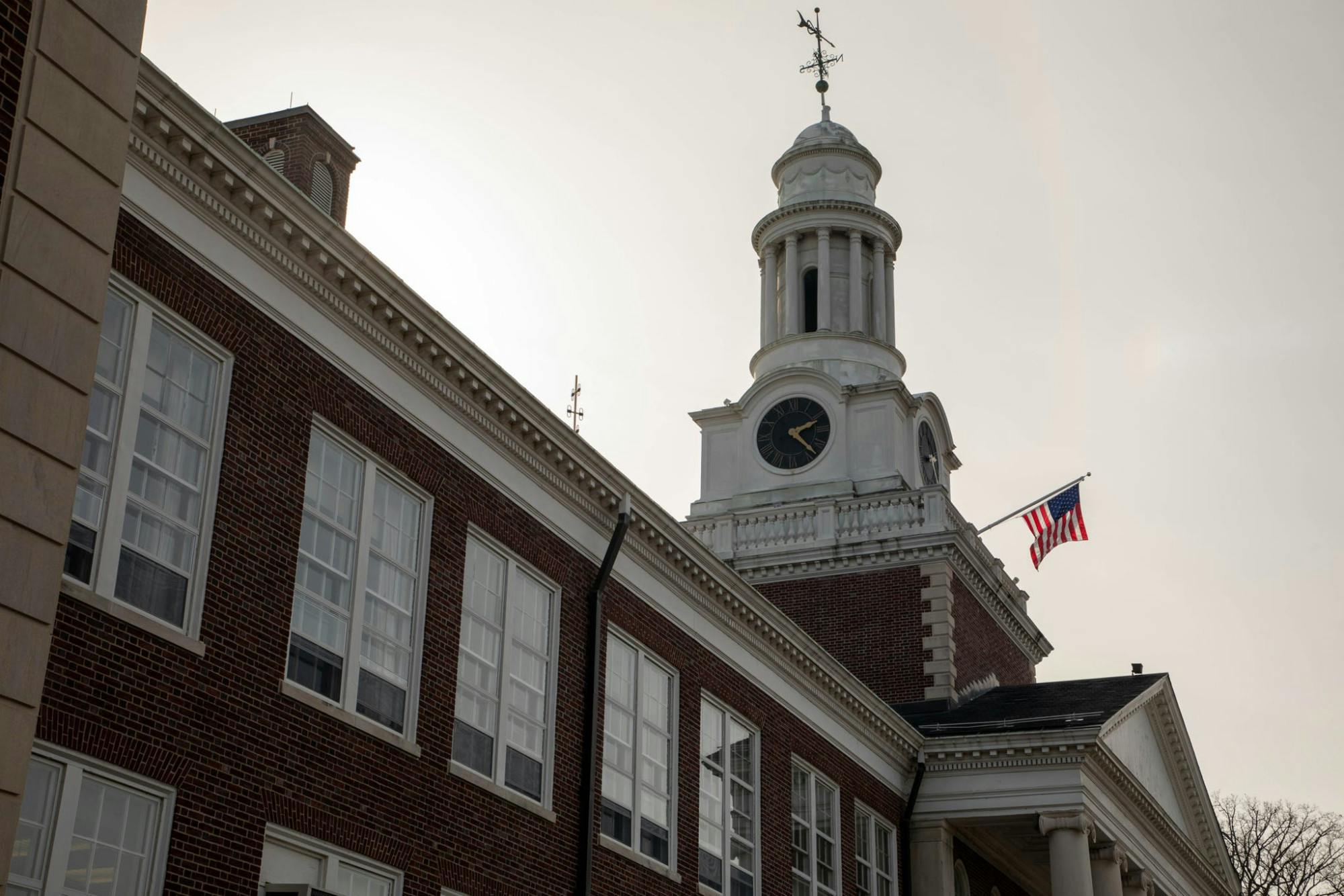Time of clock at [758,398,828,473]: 2:22
